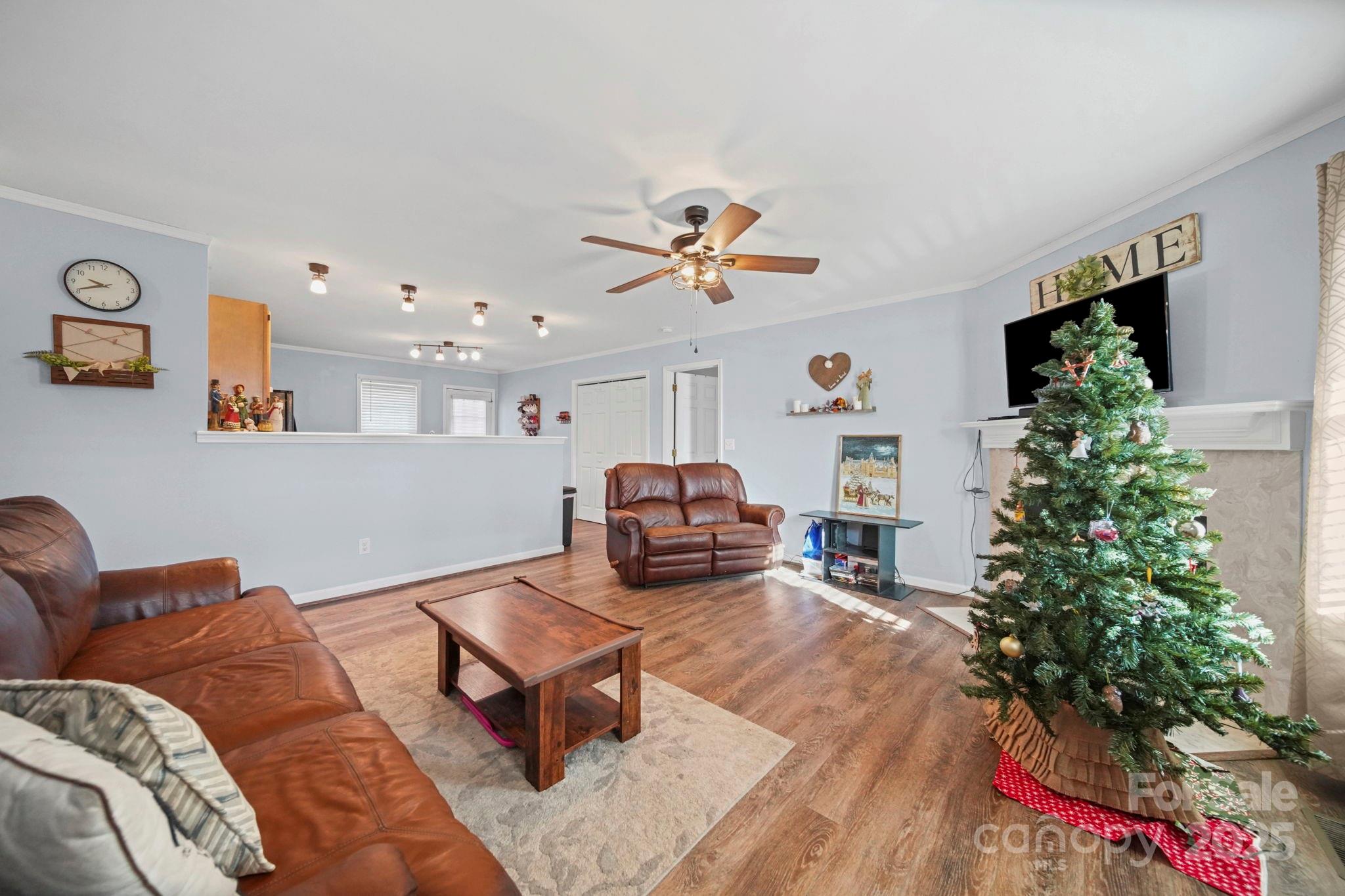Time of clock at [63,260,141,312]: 9:41
